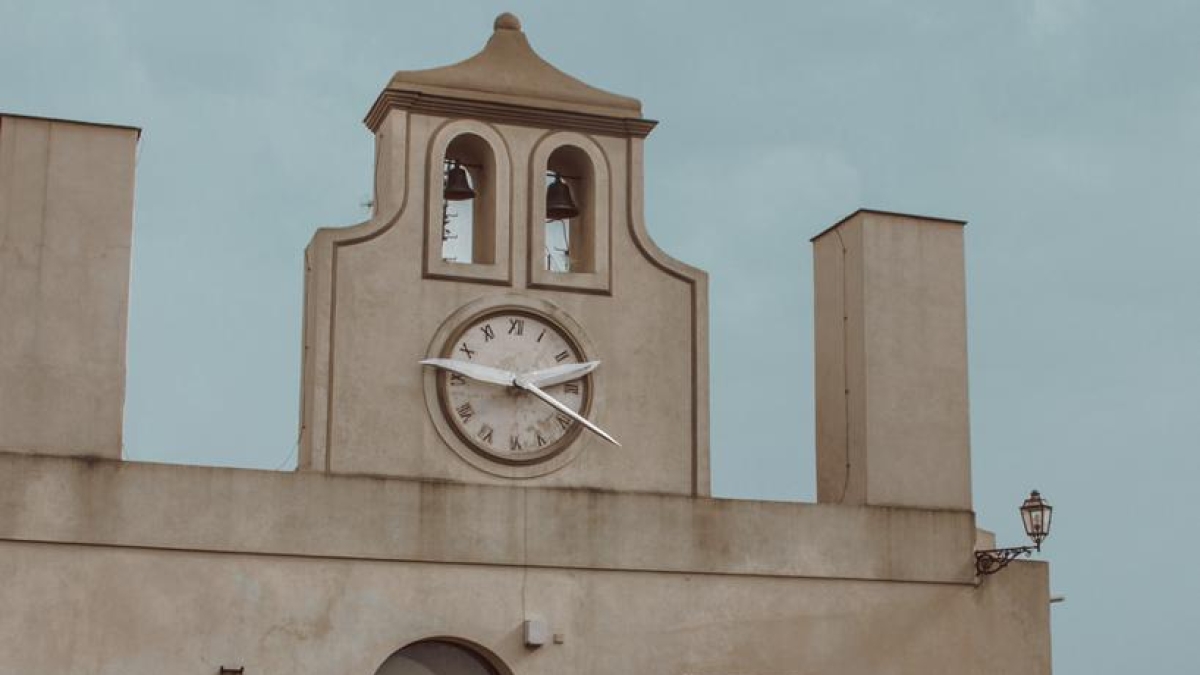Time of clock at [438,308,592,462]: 3:45
